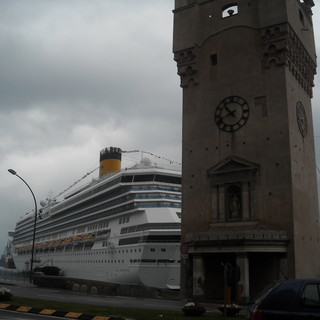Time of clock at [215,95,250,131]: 10:41
